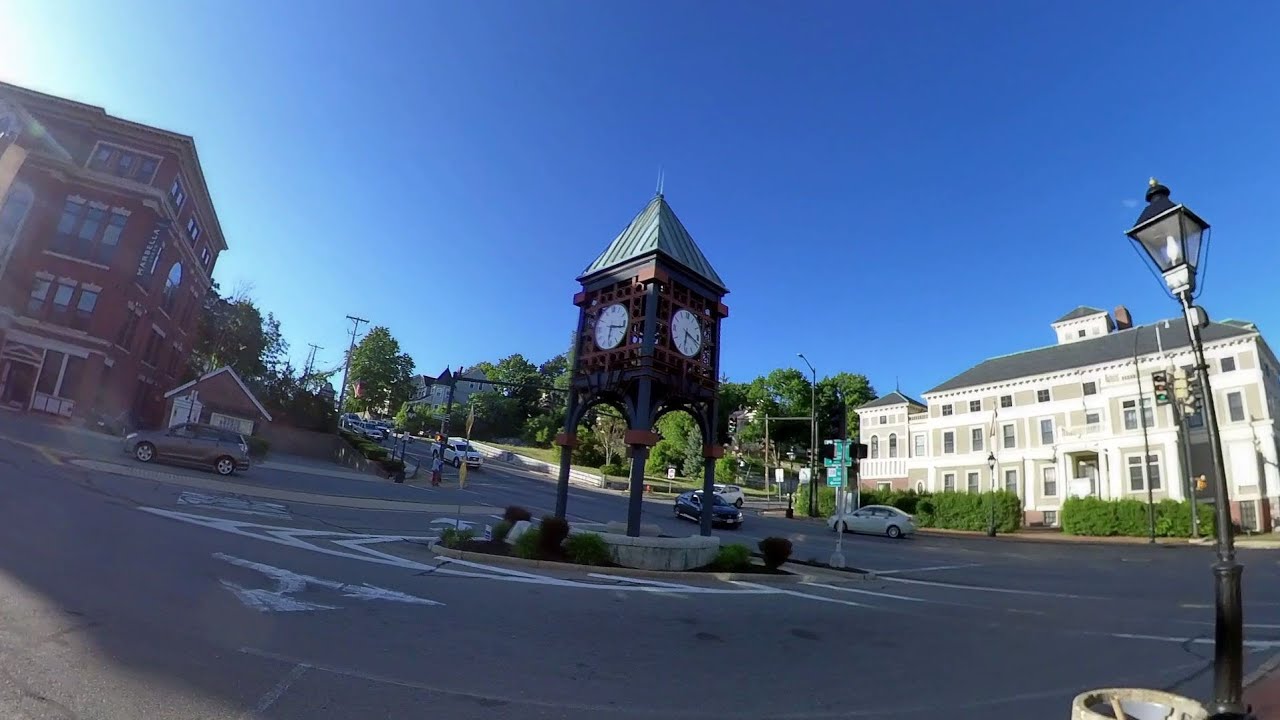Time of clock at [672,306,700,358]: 6:18
